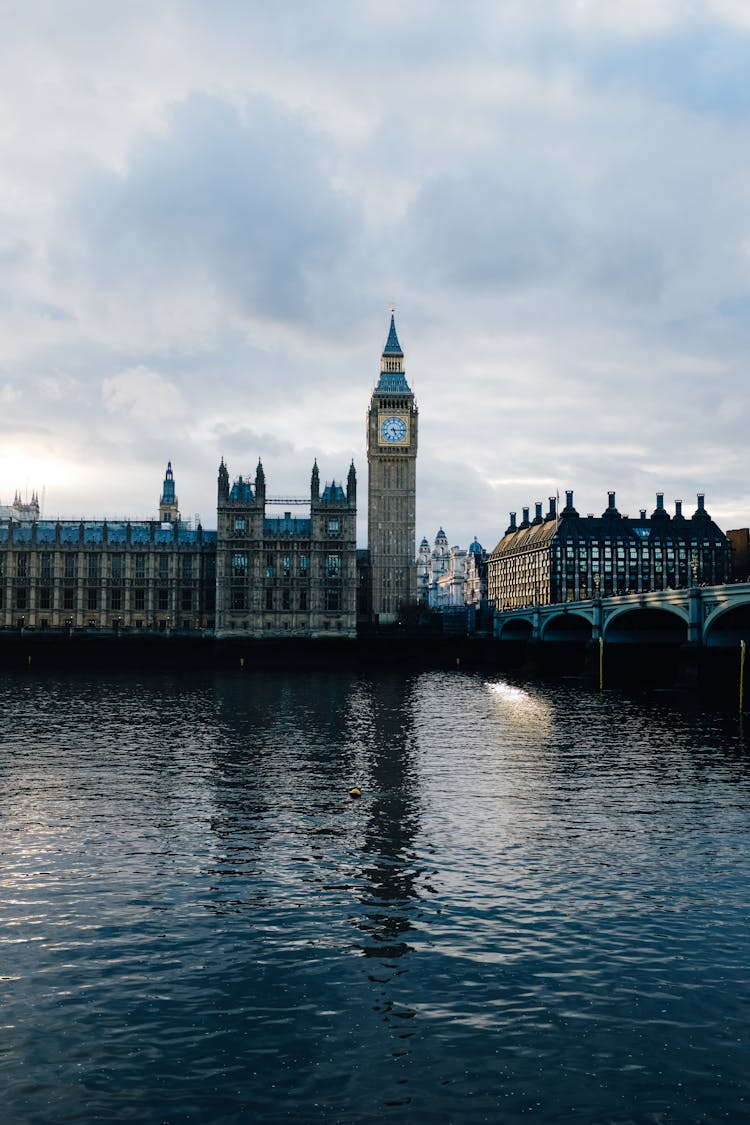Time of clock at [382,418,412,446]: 5:15
